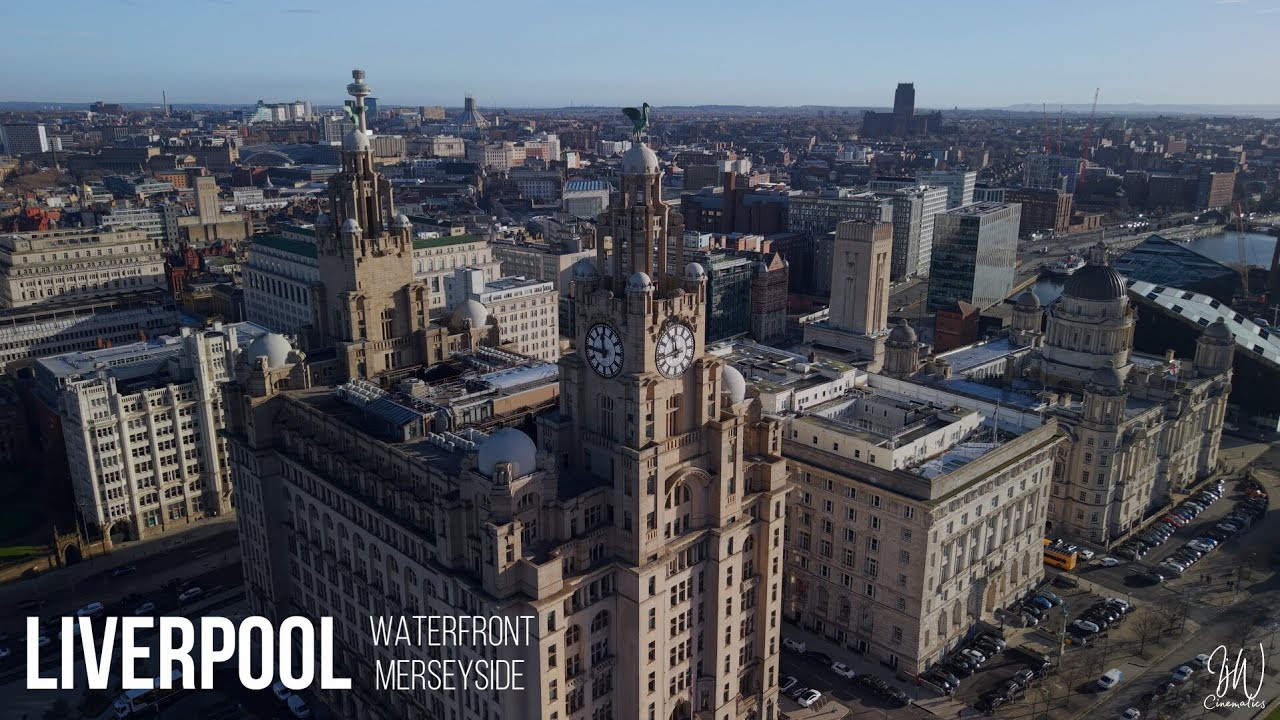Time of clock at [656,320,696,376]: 11:43
